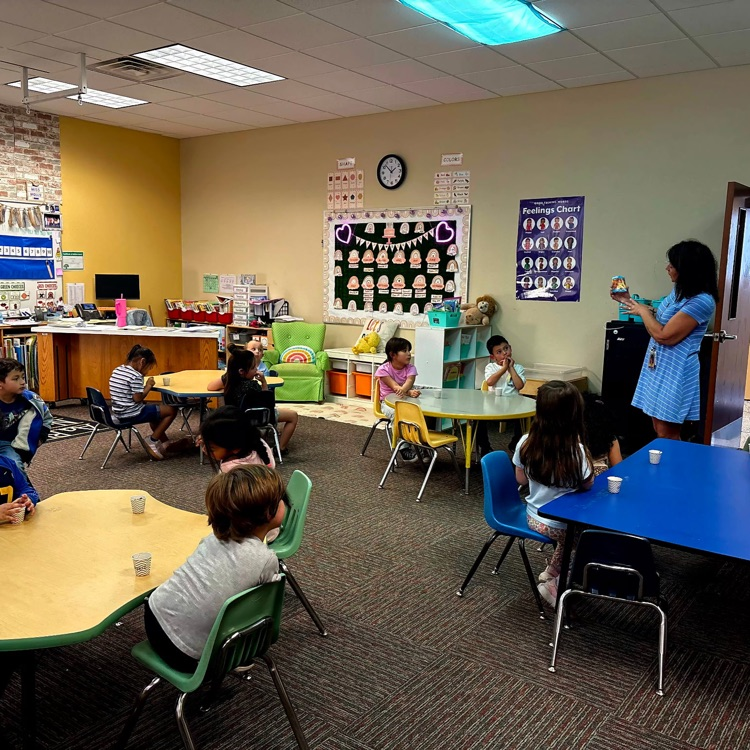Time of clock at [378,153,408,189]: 1:52
